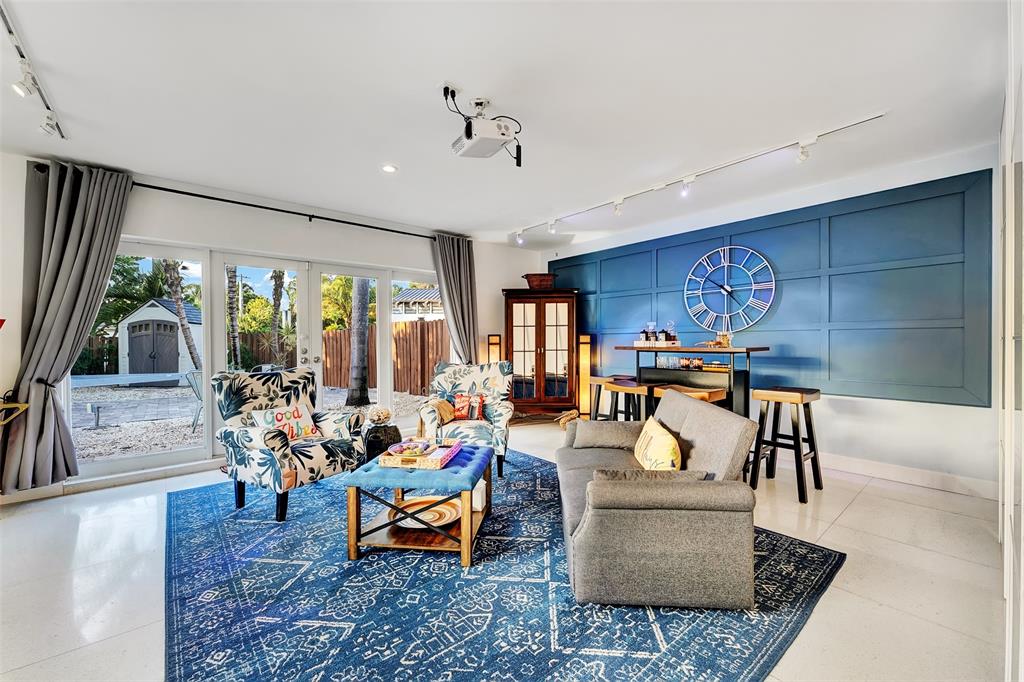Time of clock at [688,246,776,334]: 10:14
